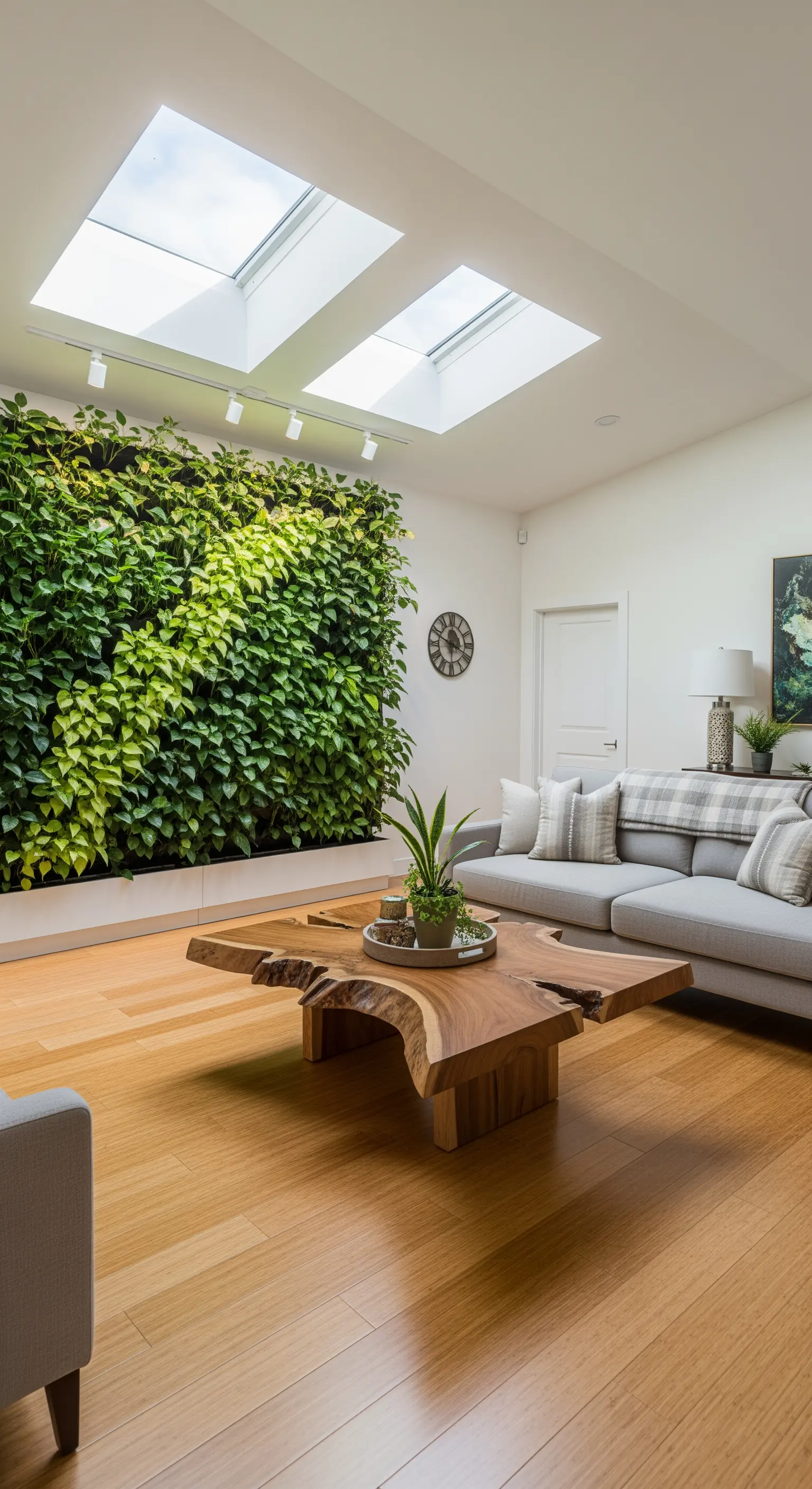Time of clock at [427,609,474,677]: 3:48
